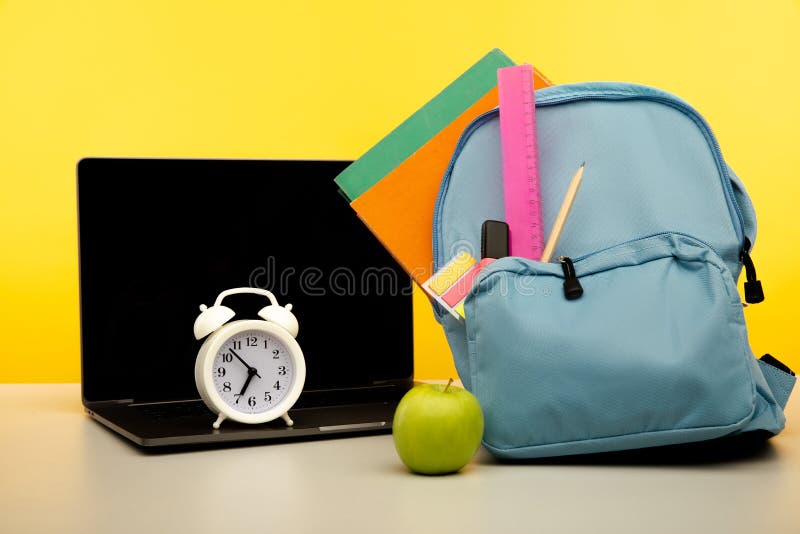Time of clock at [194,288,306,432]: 6:52
